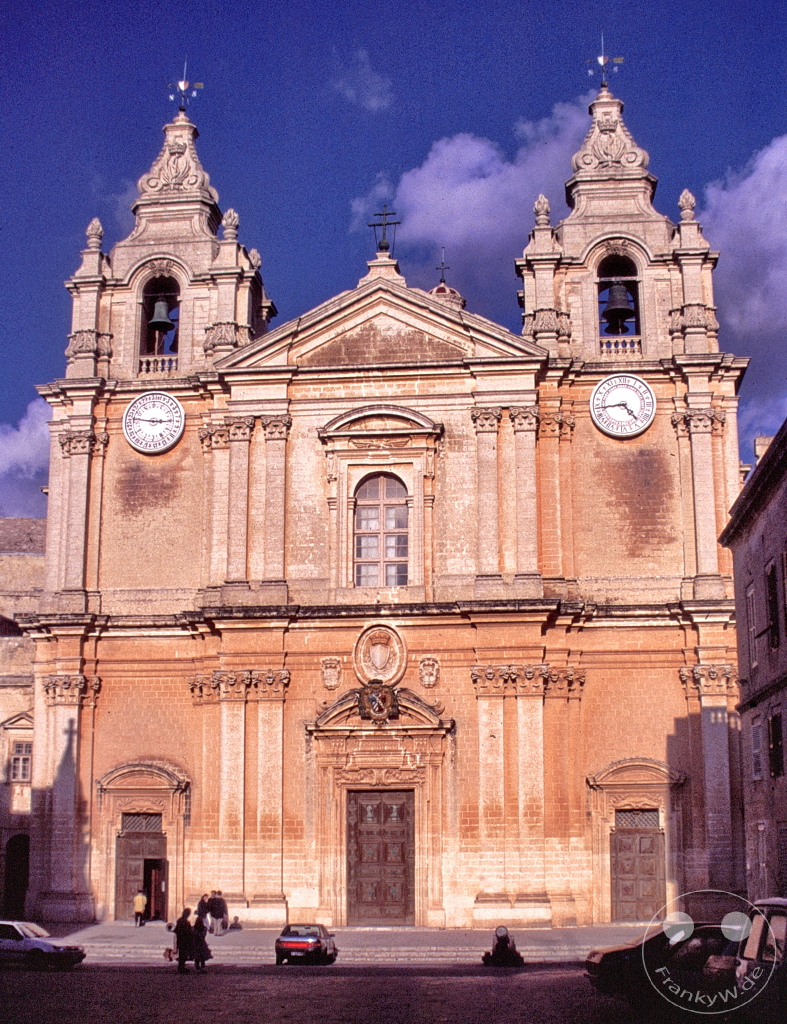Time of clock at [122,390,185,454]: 2:46
